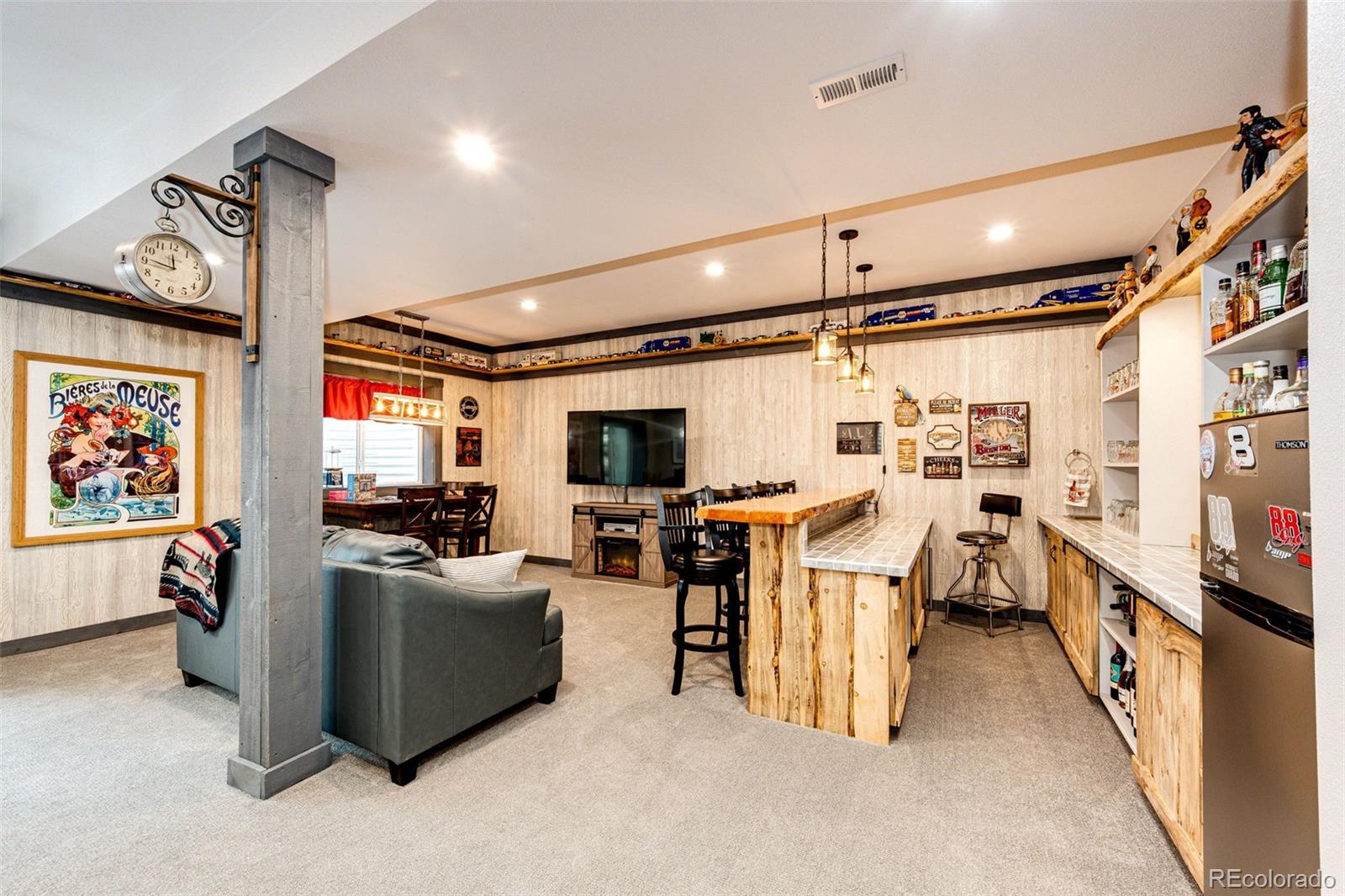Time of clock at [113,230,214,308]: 11:46
